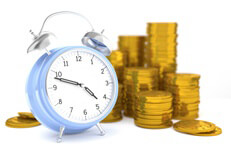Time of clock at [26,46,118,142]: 4:48
